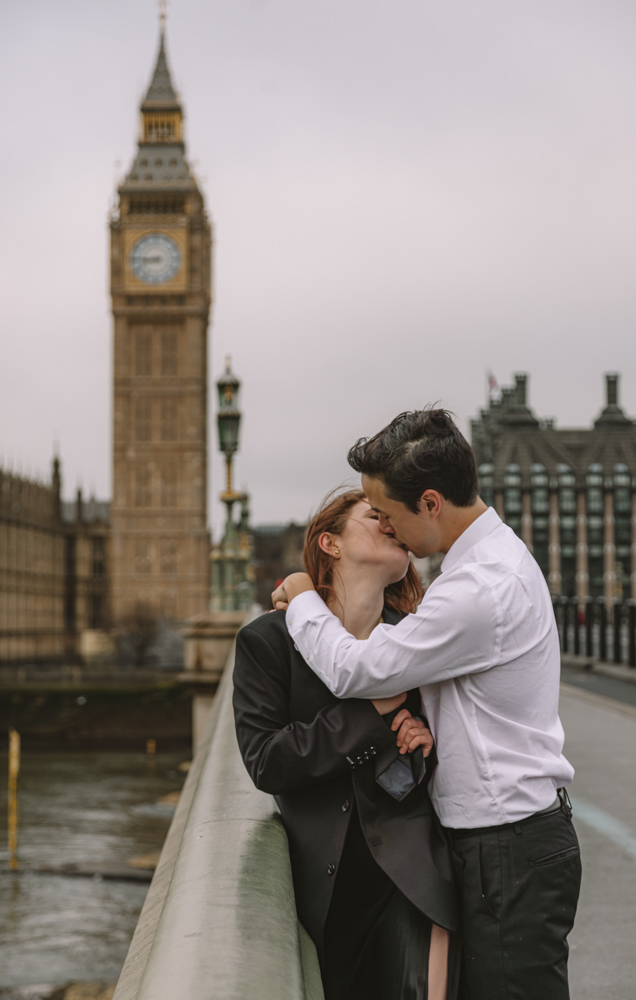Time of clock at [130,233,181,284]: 8:45
